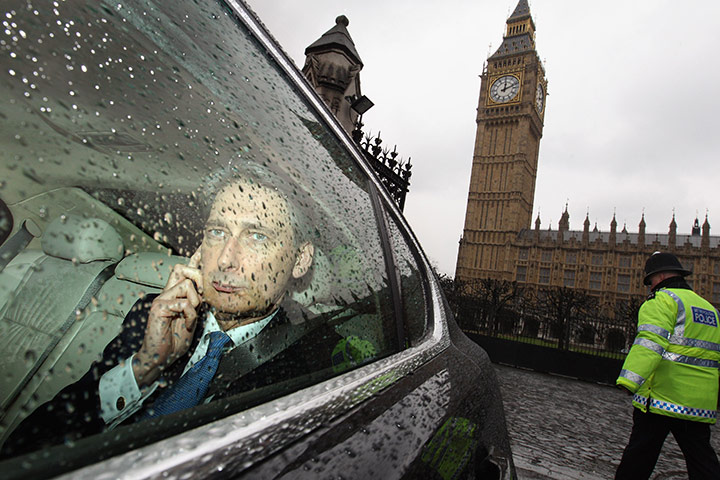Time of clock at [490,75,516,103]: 12:11
